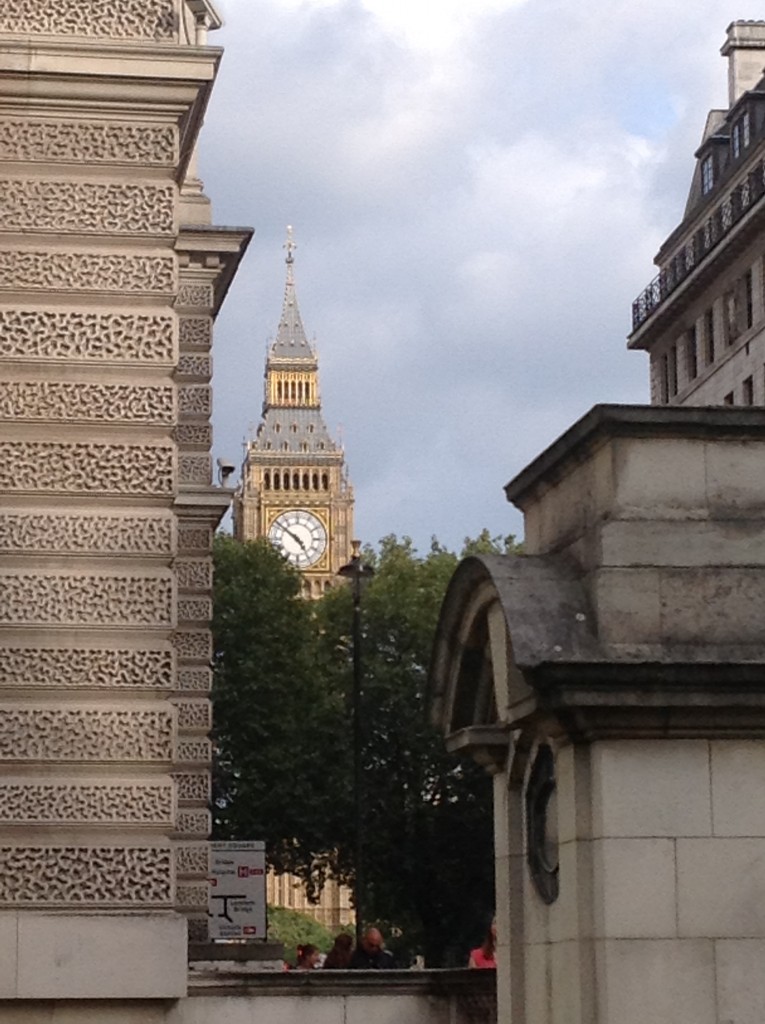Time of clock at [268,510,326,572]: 4:51
